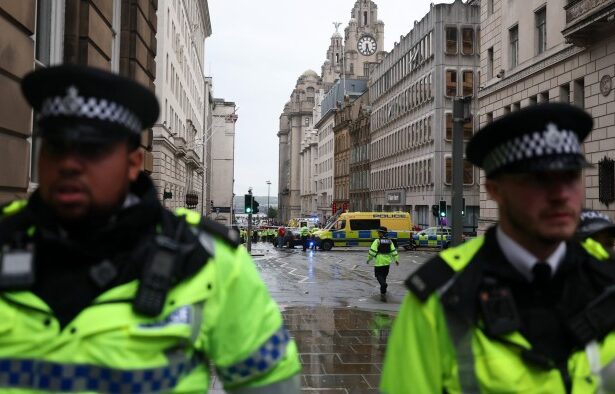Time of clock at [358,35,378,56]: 6:27
